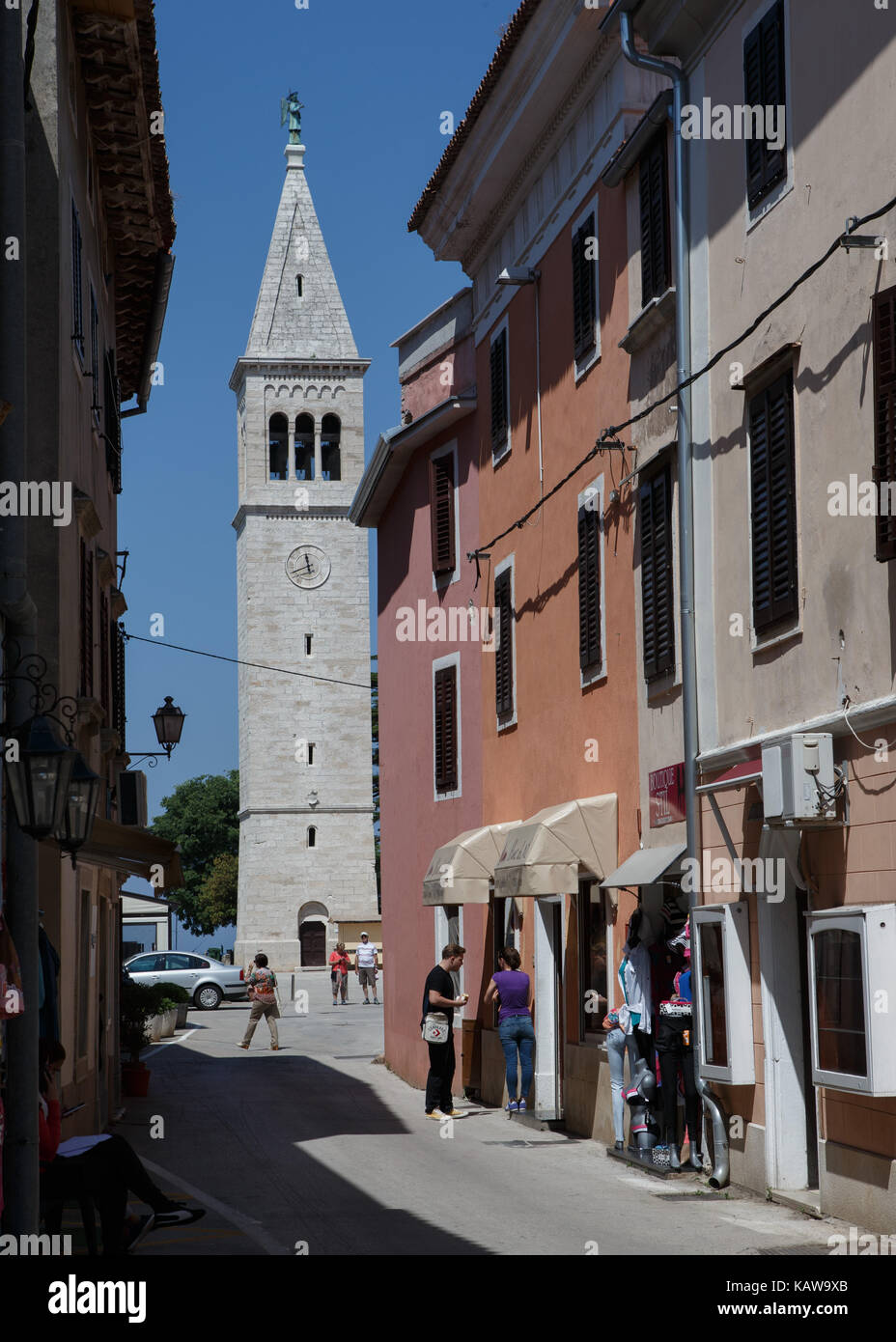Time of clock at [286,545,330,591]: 11:41
